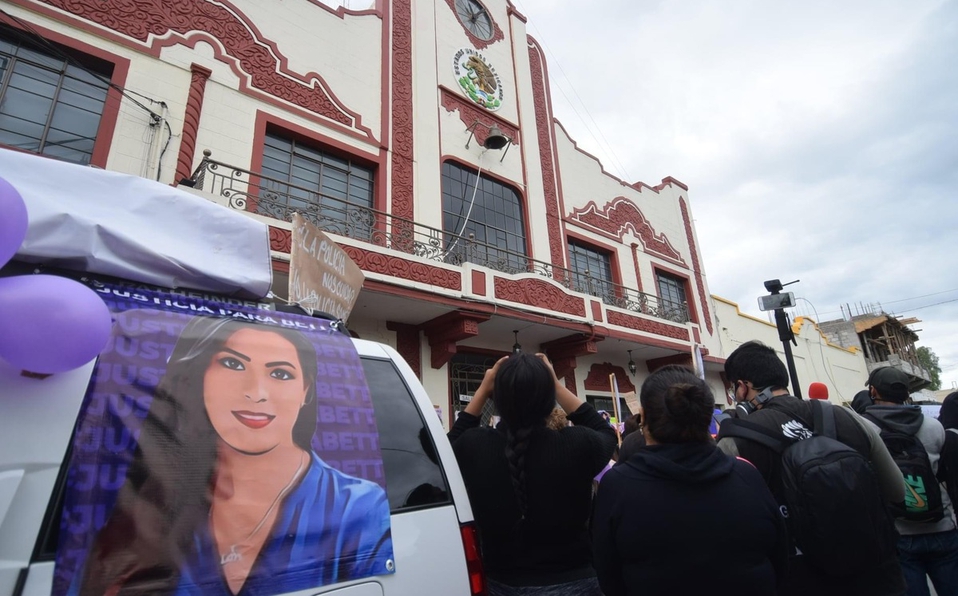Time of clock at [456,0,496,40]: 12:07
